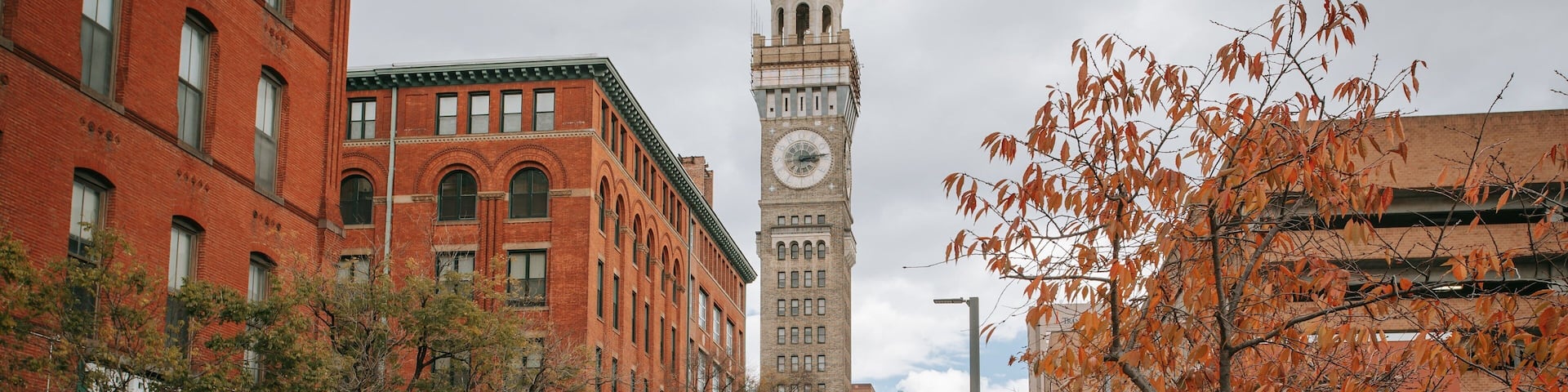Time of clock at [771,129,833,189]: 3:13
